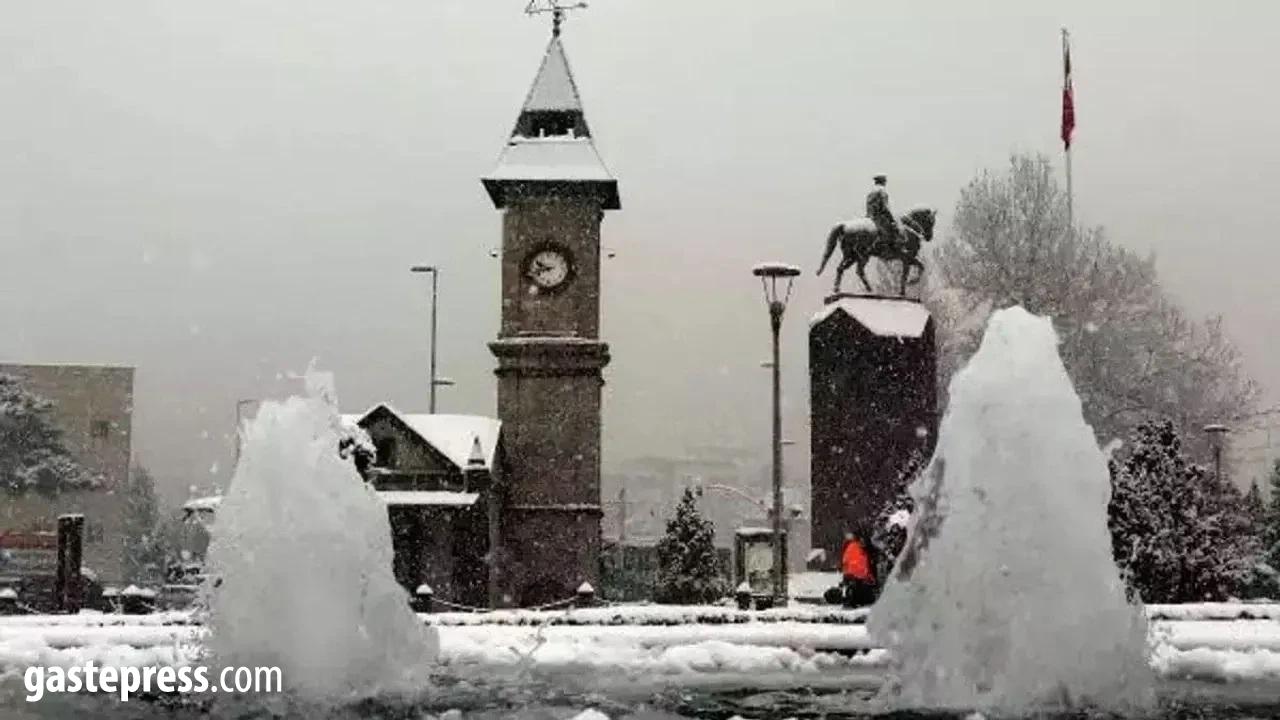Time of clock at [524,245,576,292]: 9:42
